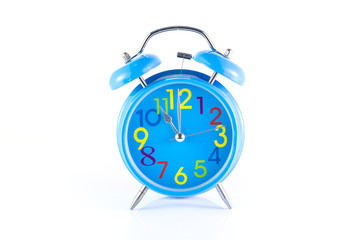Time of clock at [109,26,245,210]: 10:59
